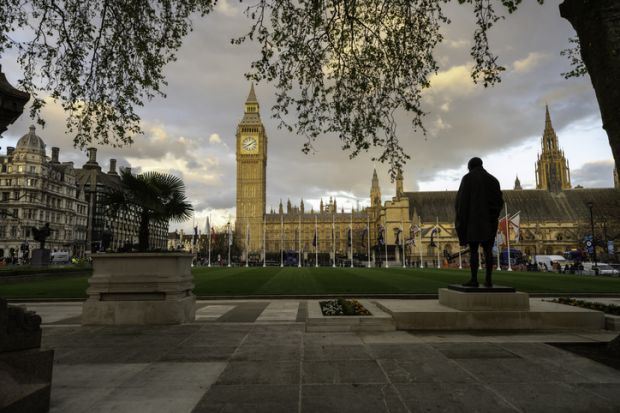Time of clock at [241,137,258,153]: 8:09
